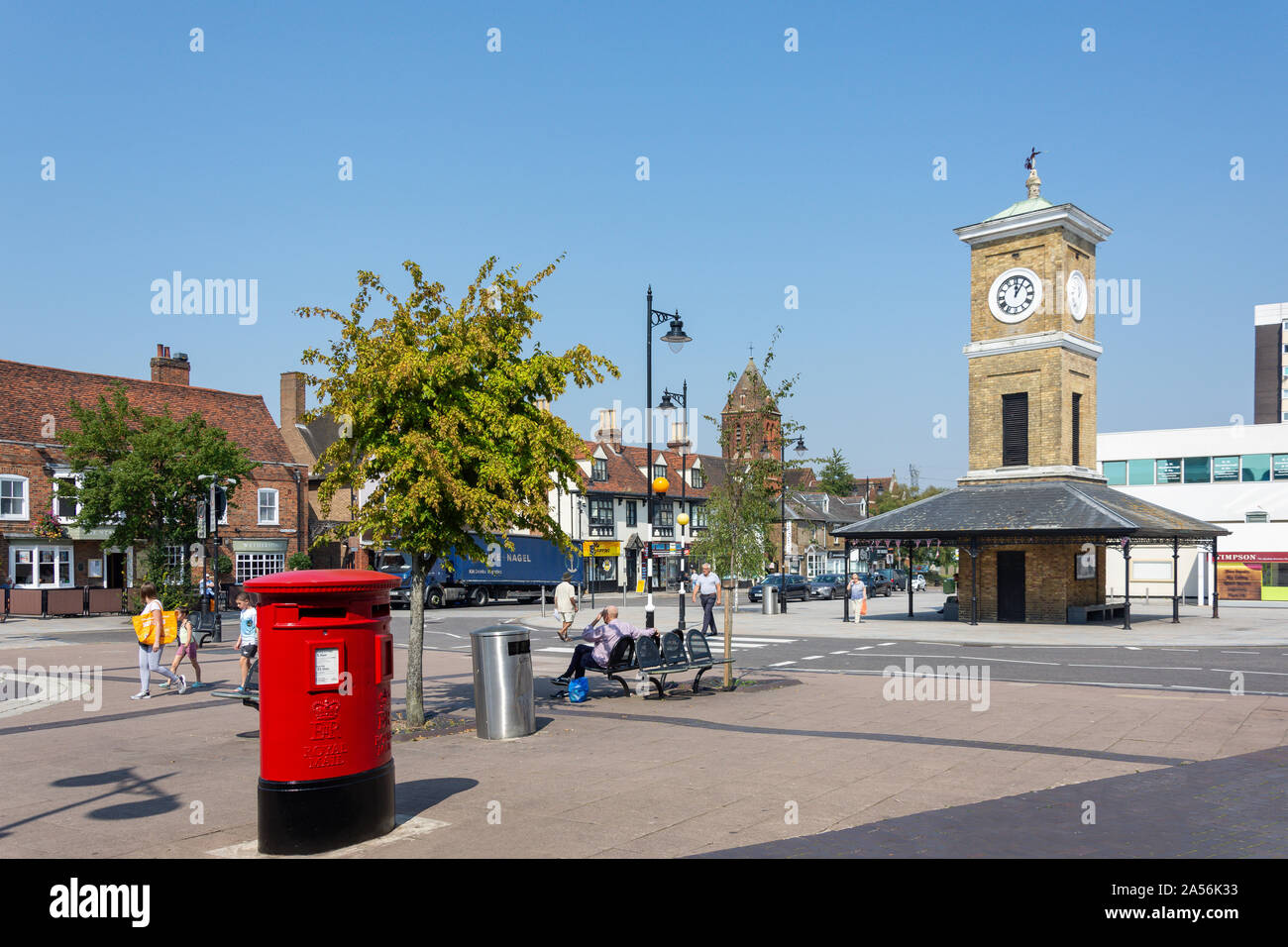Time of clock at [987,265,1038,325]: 12:05
